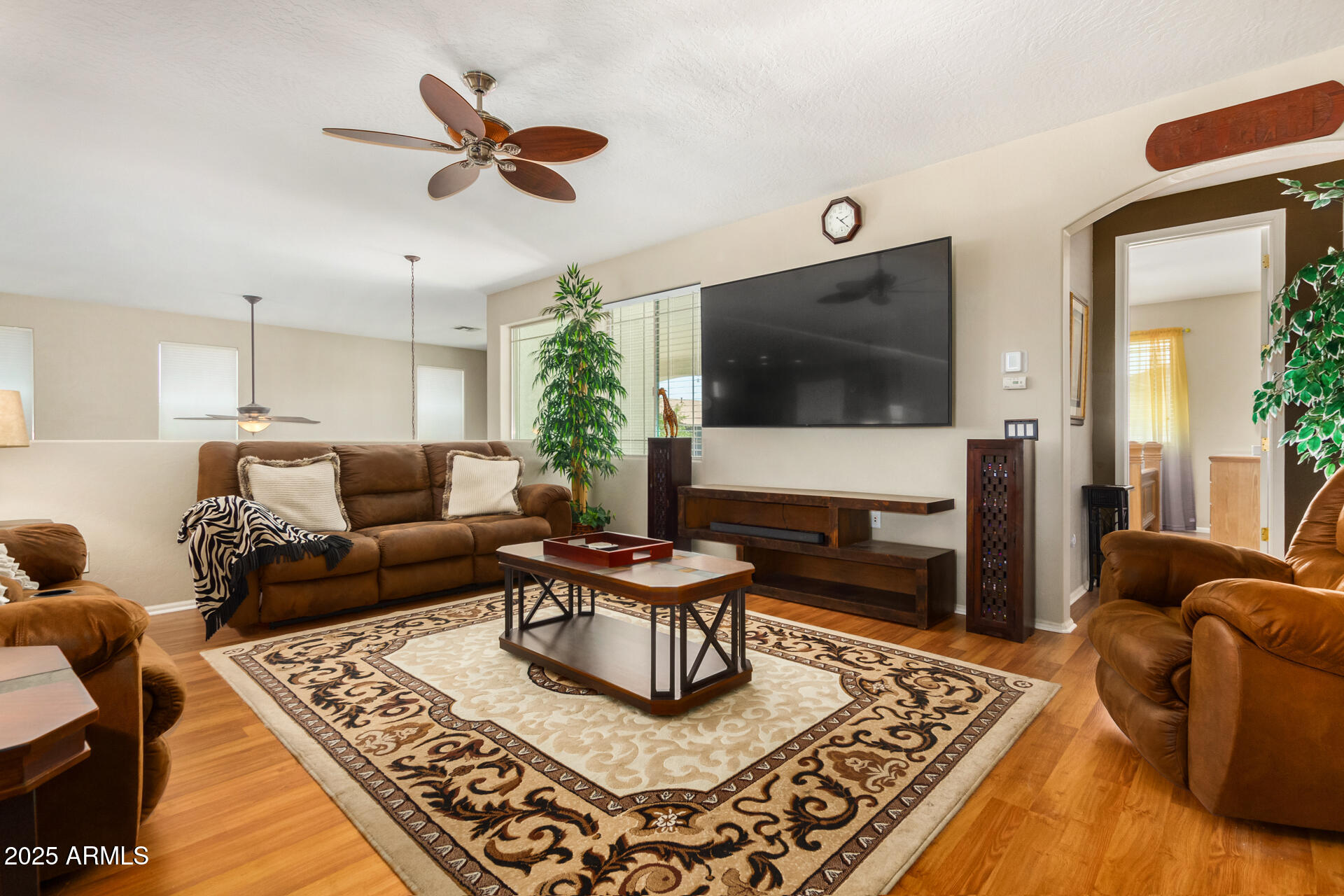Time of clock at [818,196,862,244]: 2:21
